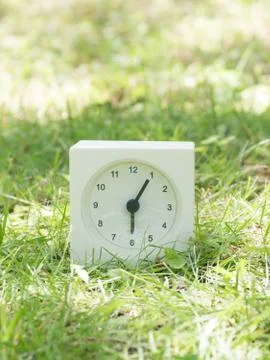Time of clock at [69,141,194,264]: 6:05
